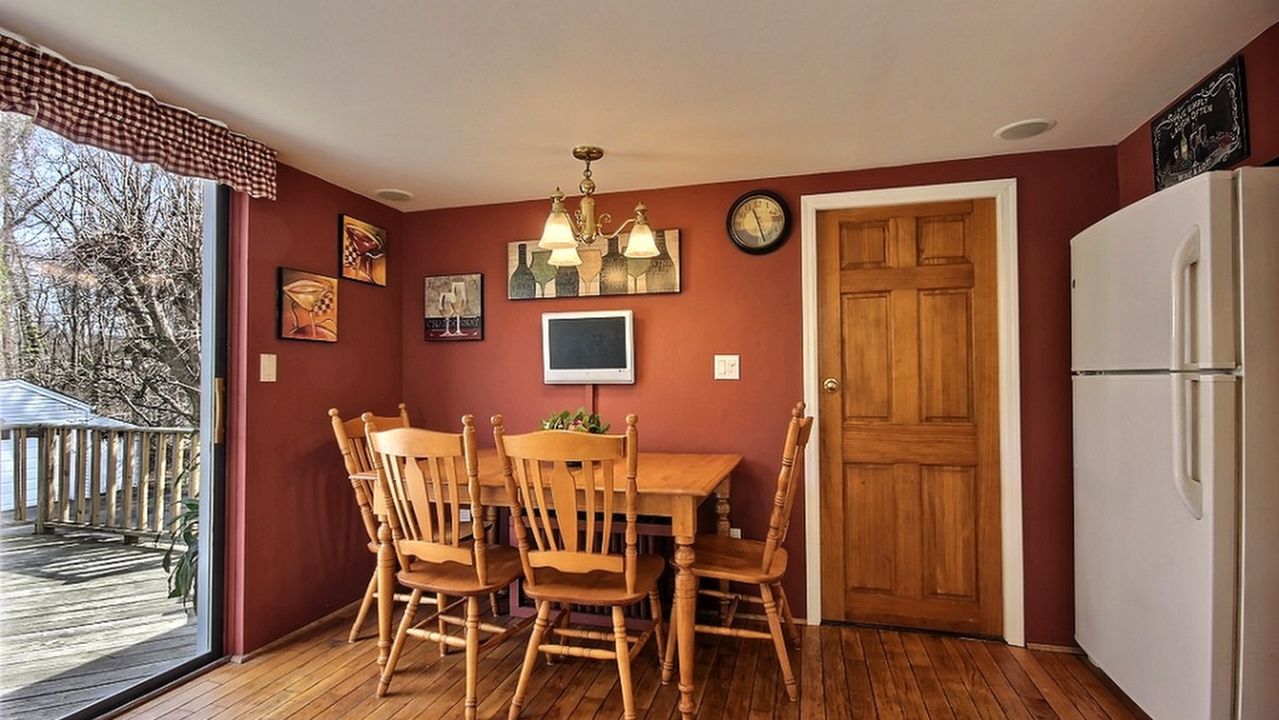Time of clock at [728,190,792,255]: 11:27
